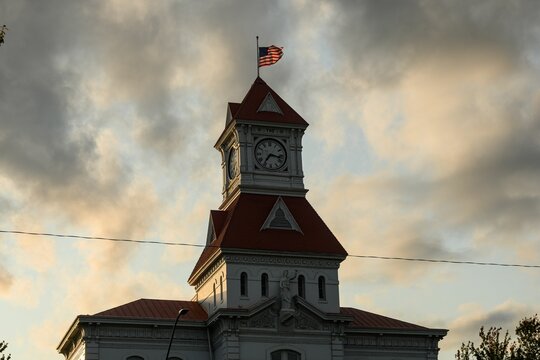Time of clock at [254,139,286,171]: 7:17
